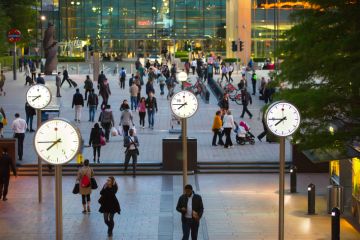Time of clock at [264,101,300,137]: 7:44
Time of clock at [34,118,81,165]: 7:44
